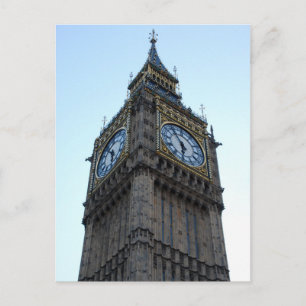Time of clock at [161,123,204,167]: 5:54
